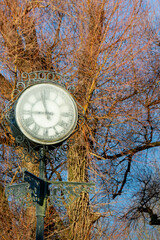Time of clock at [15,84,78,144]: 8:57
